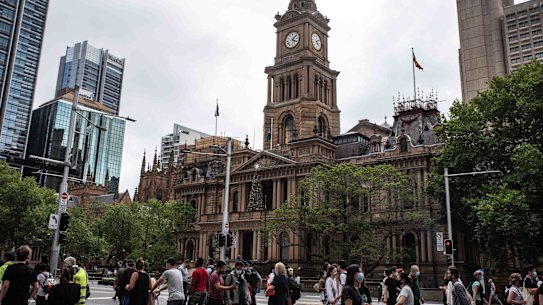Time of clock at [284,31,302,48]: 4:07
